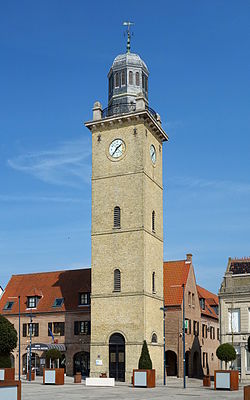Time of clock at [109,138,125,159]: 1:36
